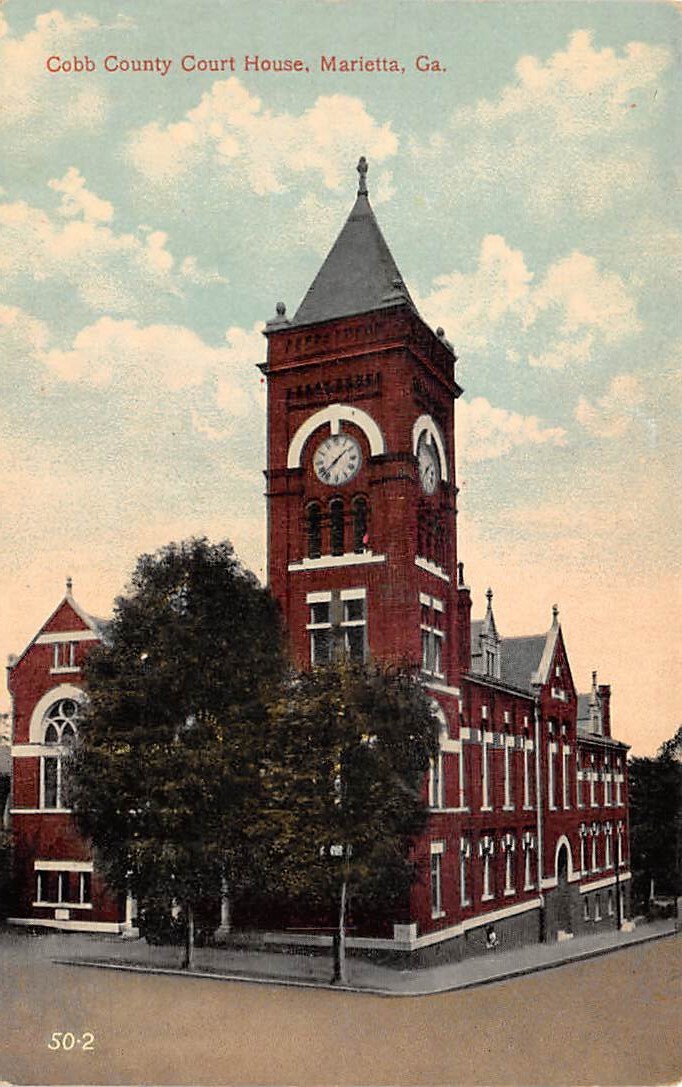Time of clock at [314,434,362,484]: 1:37
